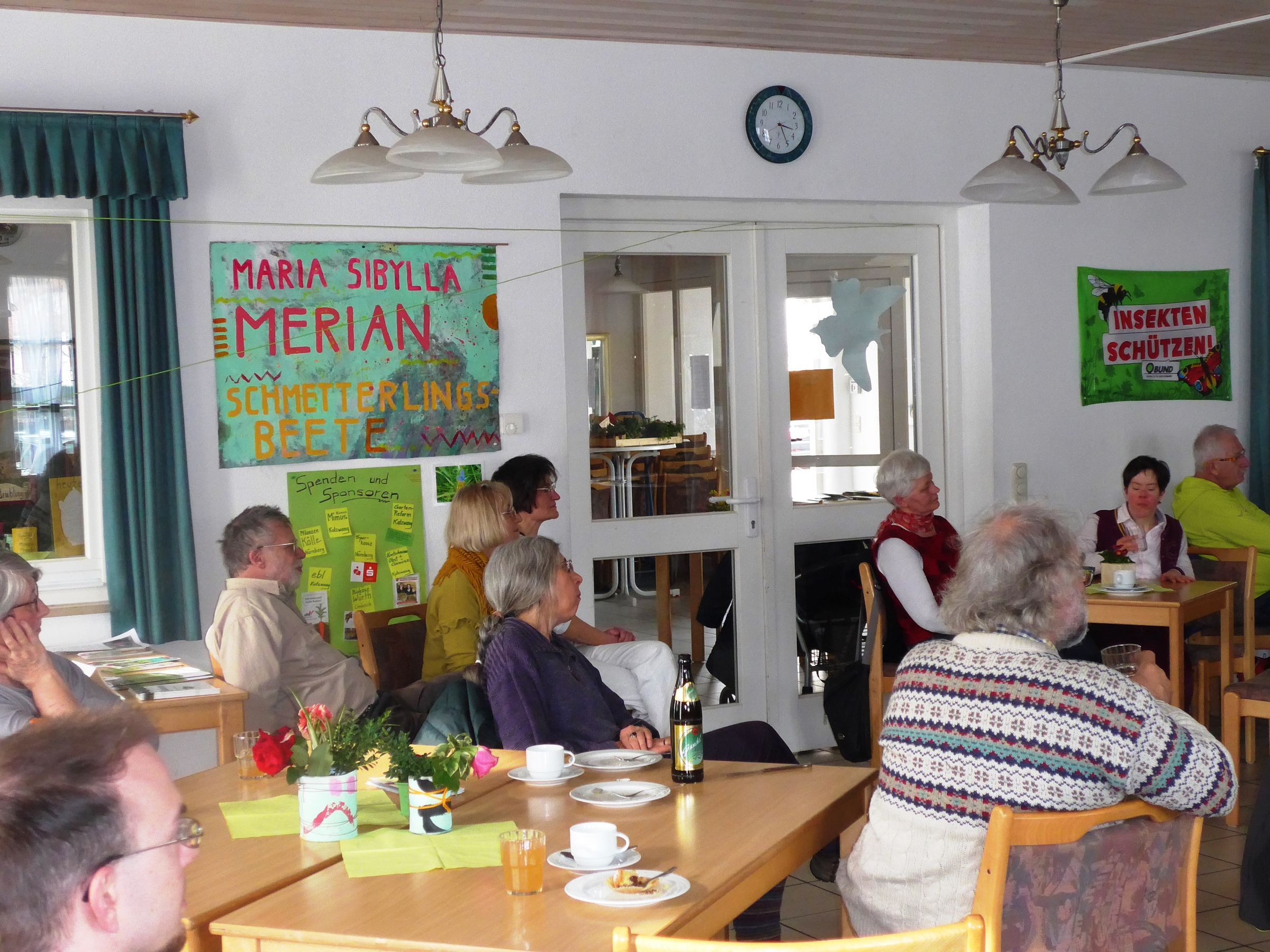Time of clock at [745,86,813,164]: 3:24
